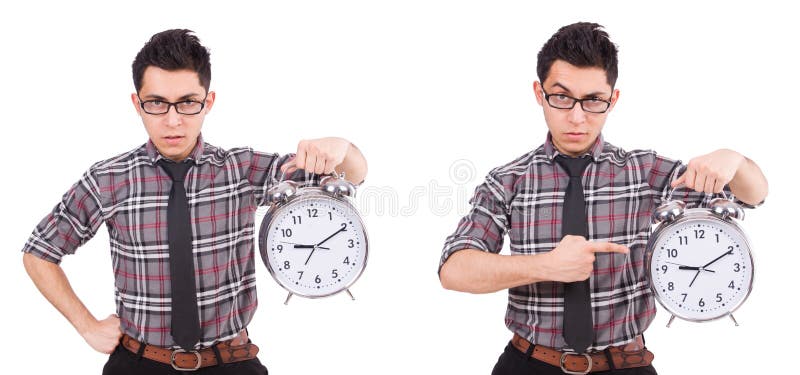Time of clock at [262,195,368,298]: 9:10
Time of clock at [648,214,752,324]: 9:10
